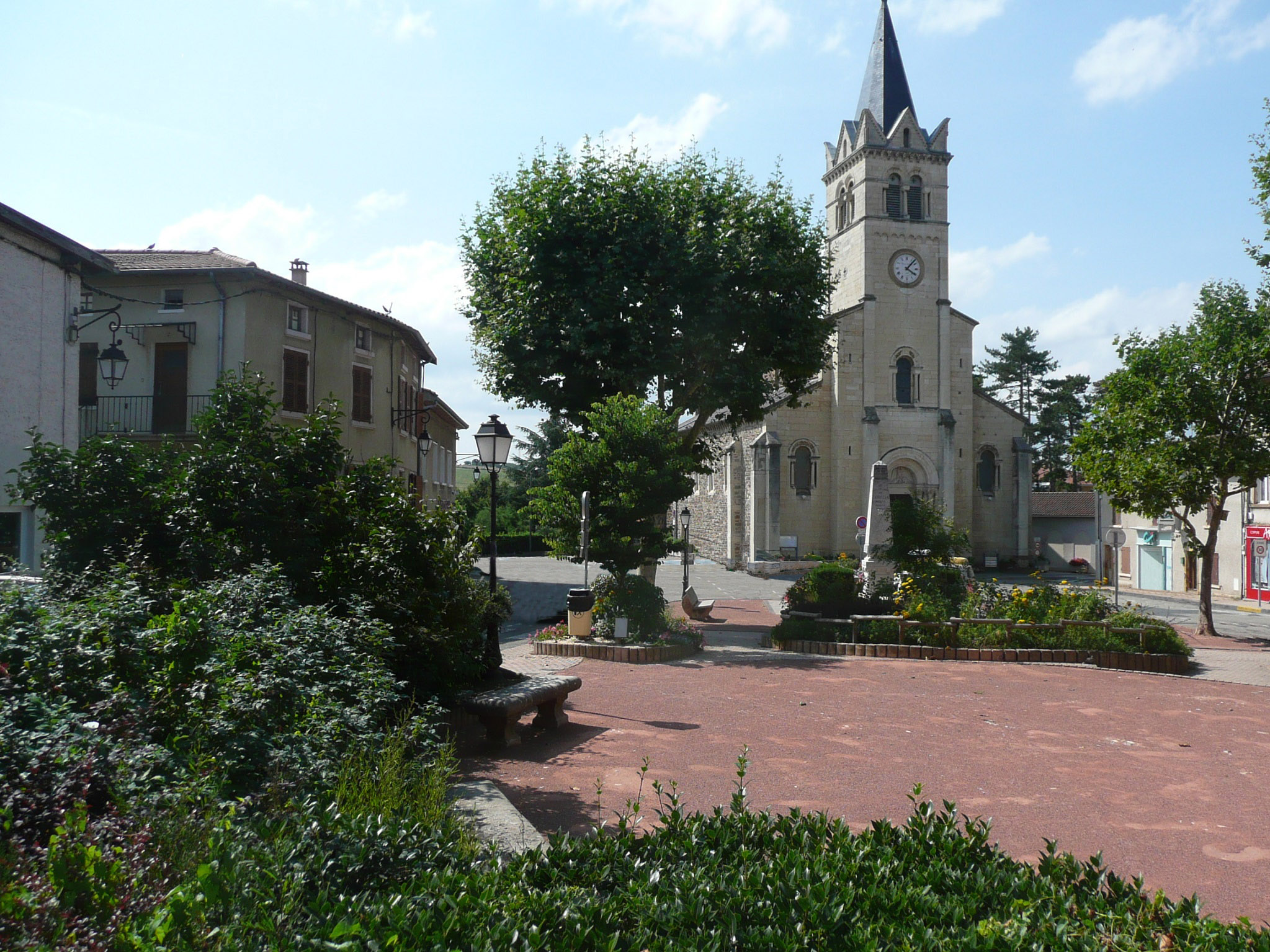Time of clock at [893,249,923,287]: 4:07
